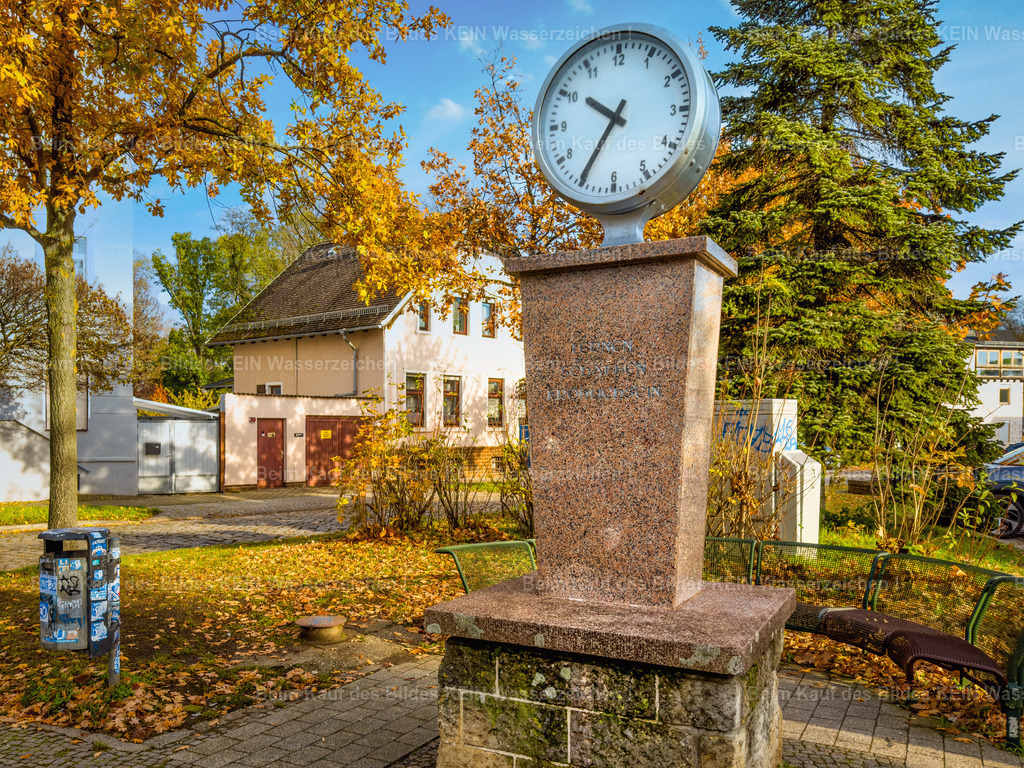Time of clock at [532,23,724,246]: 10:35
